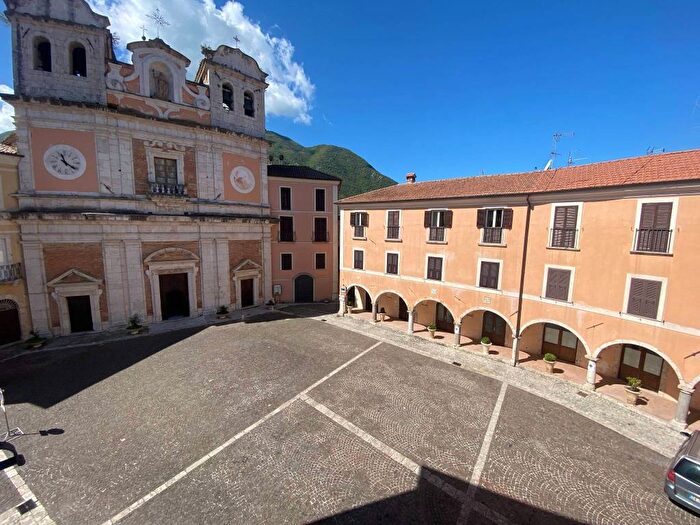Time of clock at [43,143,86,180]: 11:21
